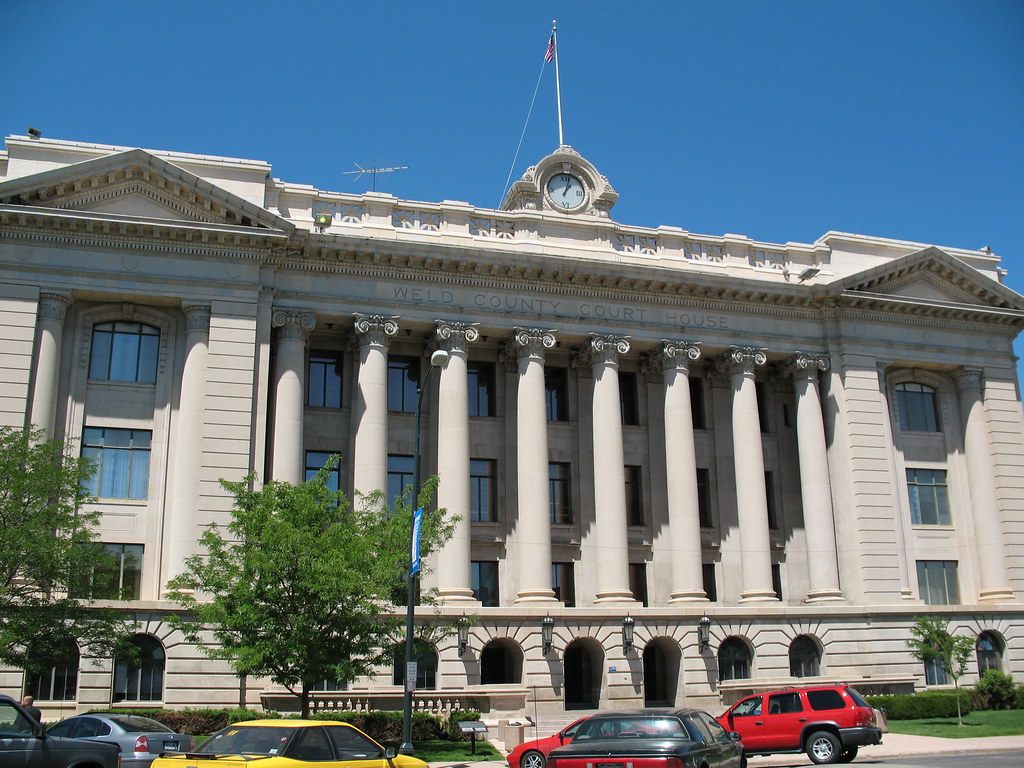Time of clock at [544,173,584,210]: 1:02
